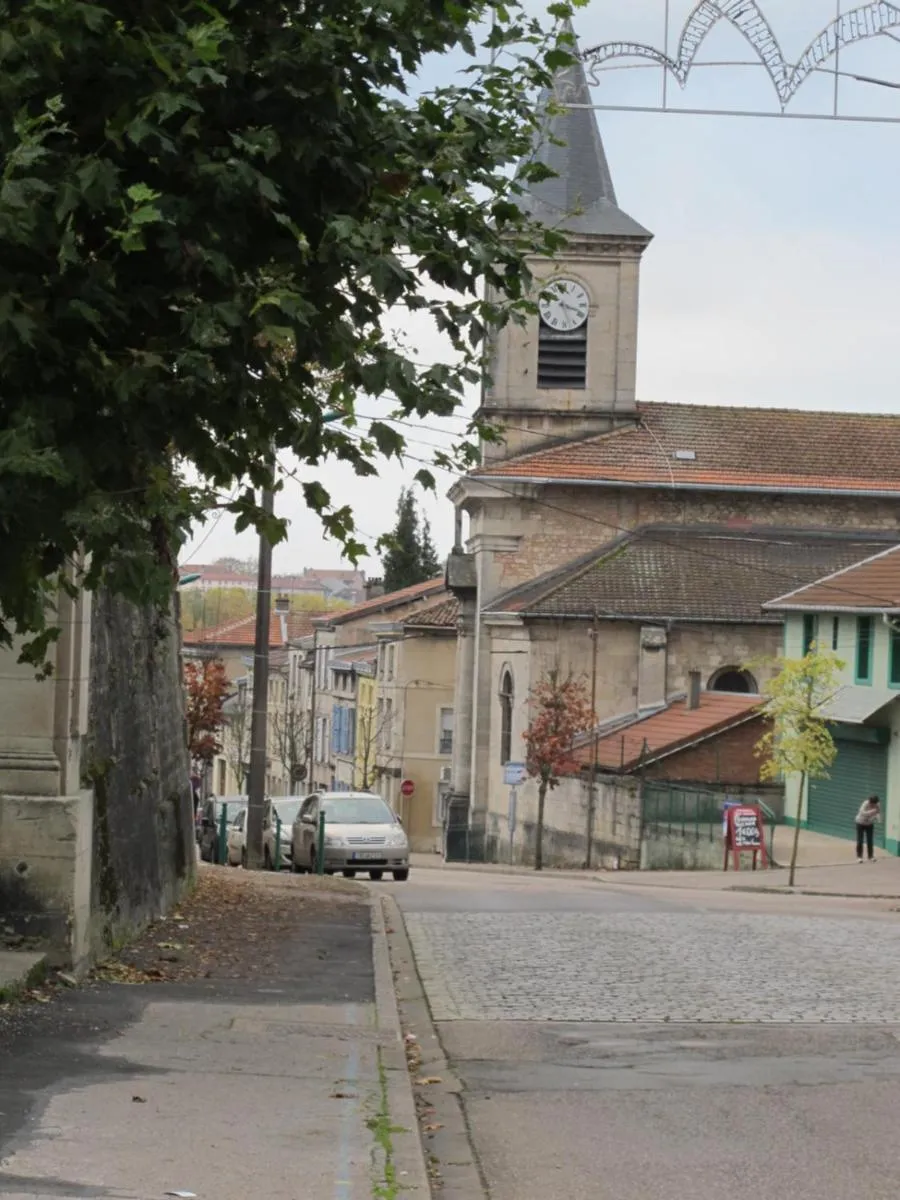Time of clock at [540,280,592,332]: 10:18
